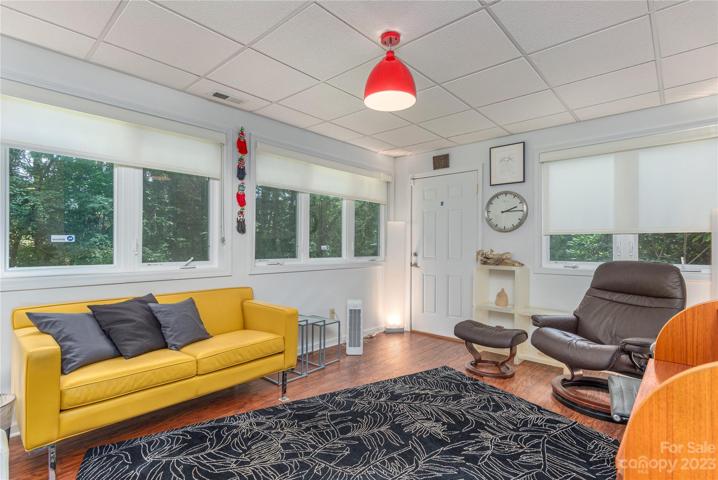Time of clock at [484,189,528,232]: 2:14
